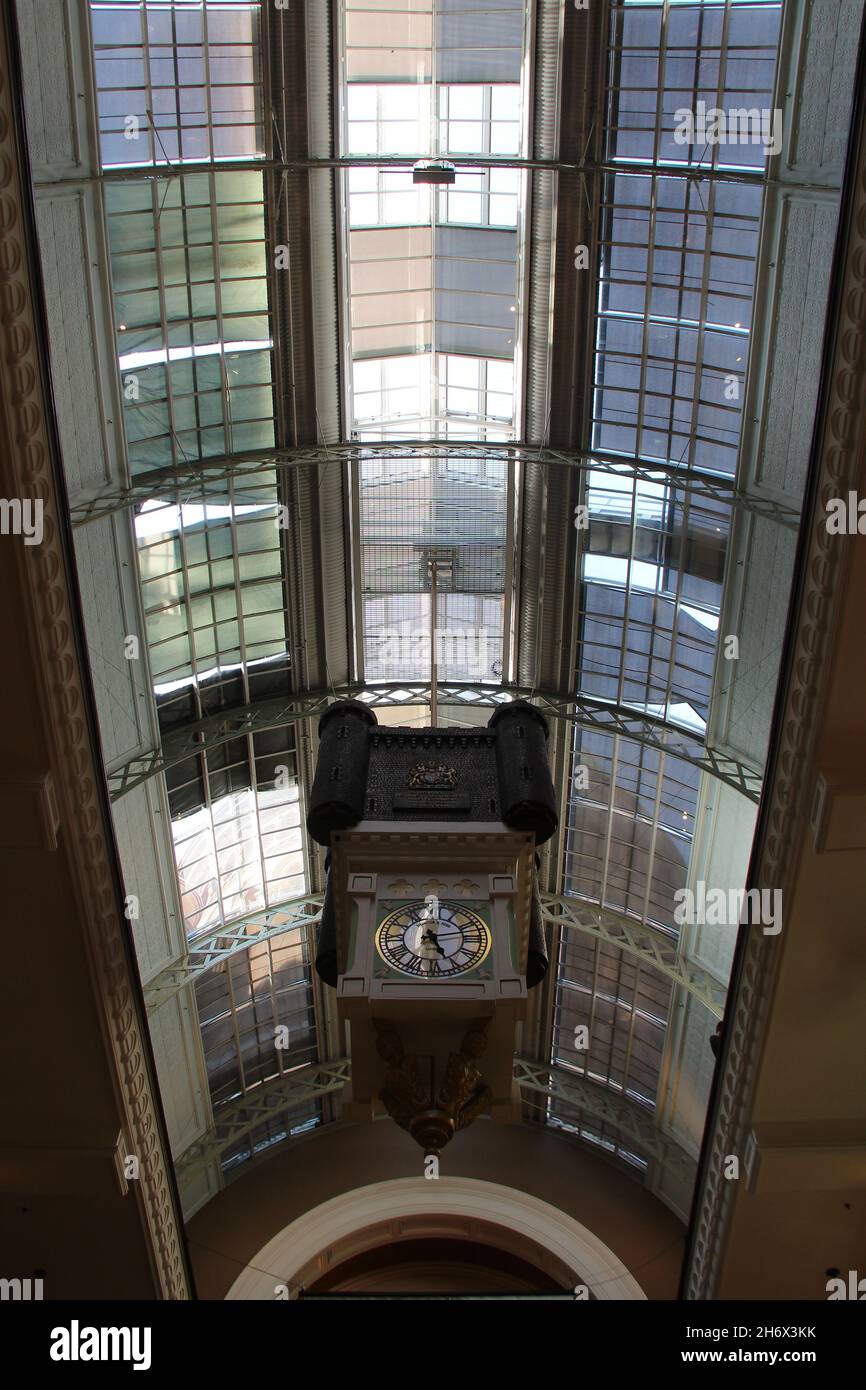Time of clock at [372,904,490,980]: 5:11
